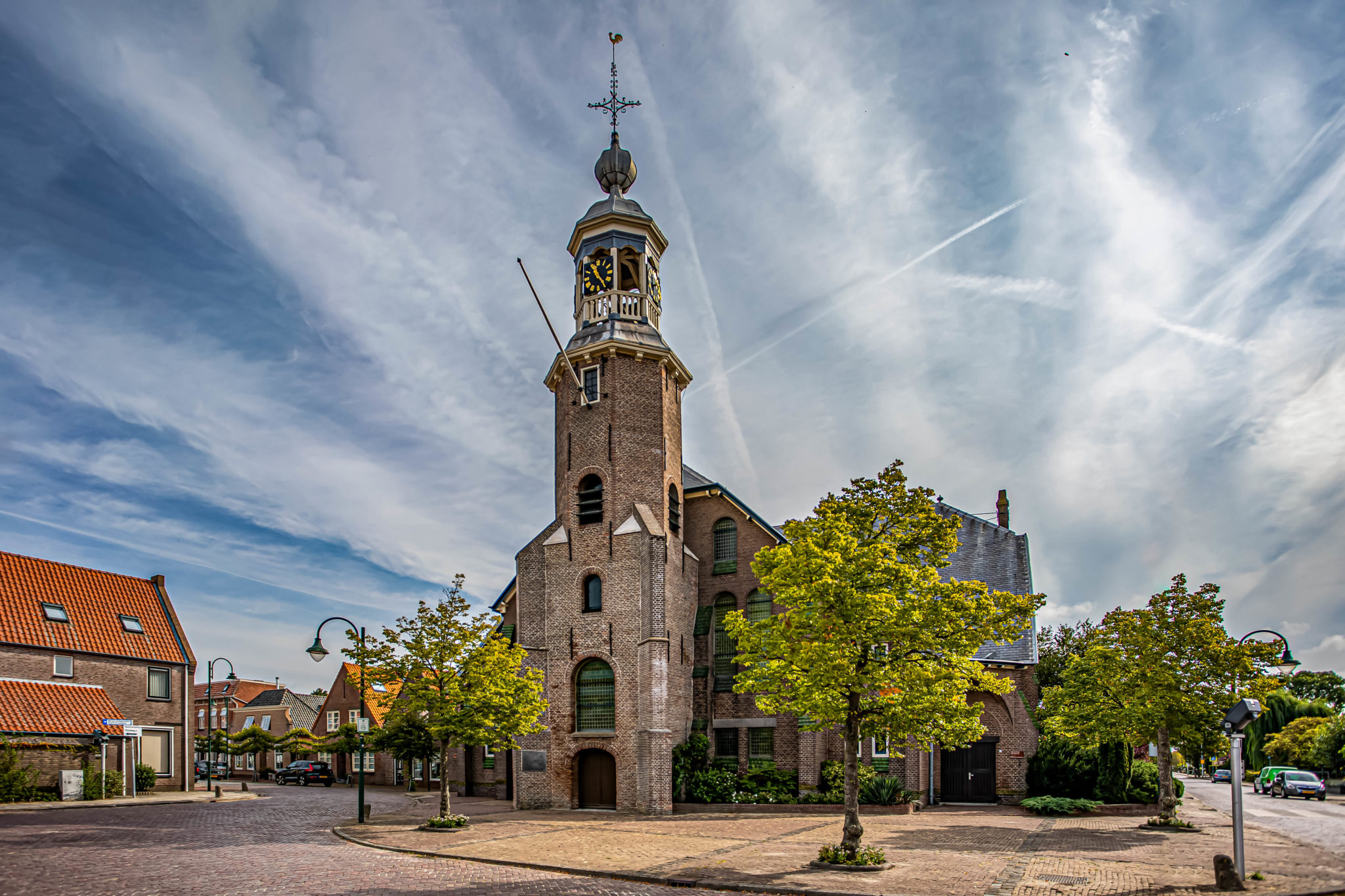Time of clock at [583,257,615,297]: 11:24
